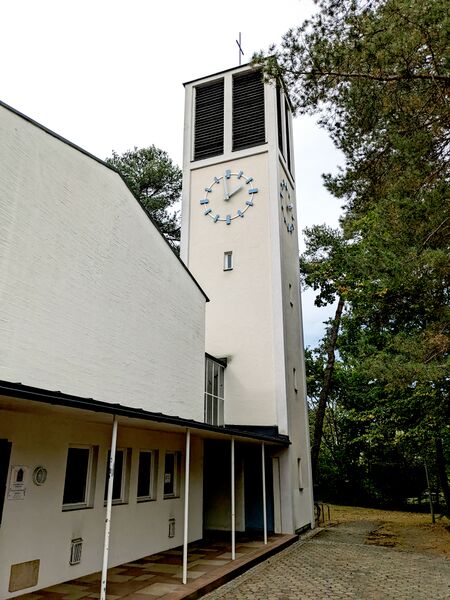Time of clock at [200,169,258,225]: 1:59
